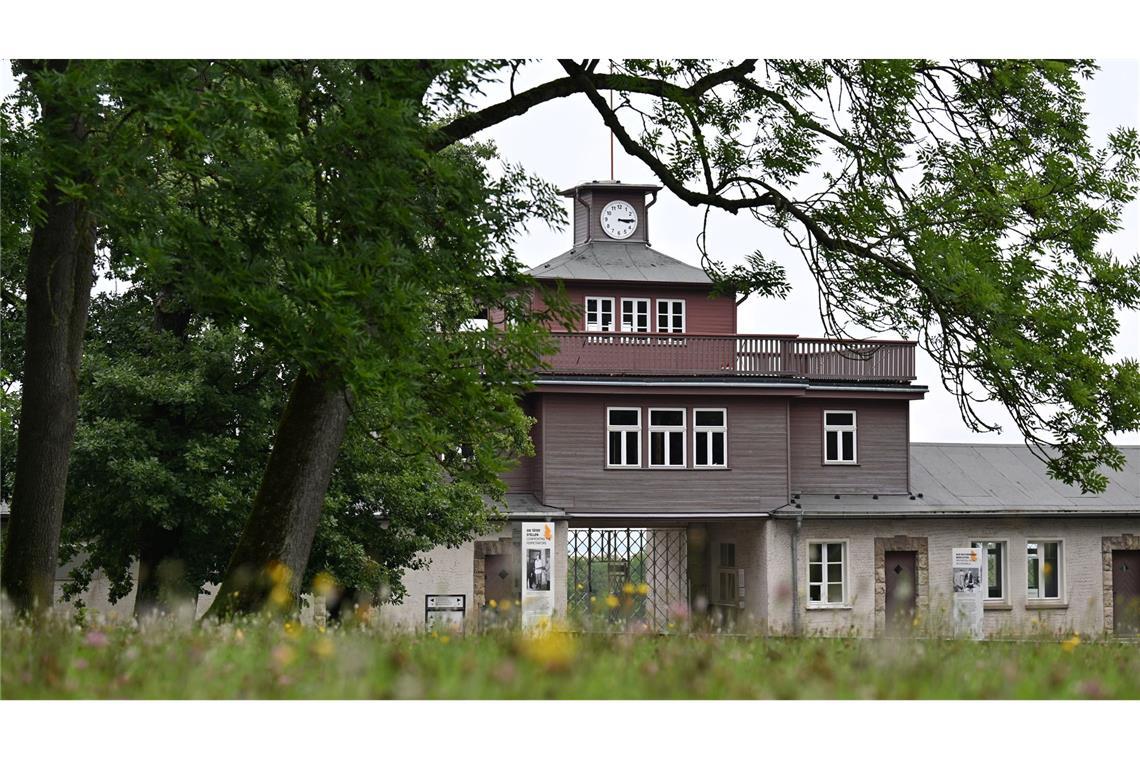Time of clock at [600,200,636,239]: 3:14
